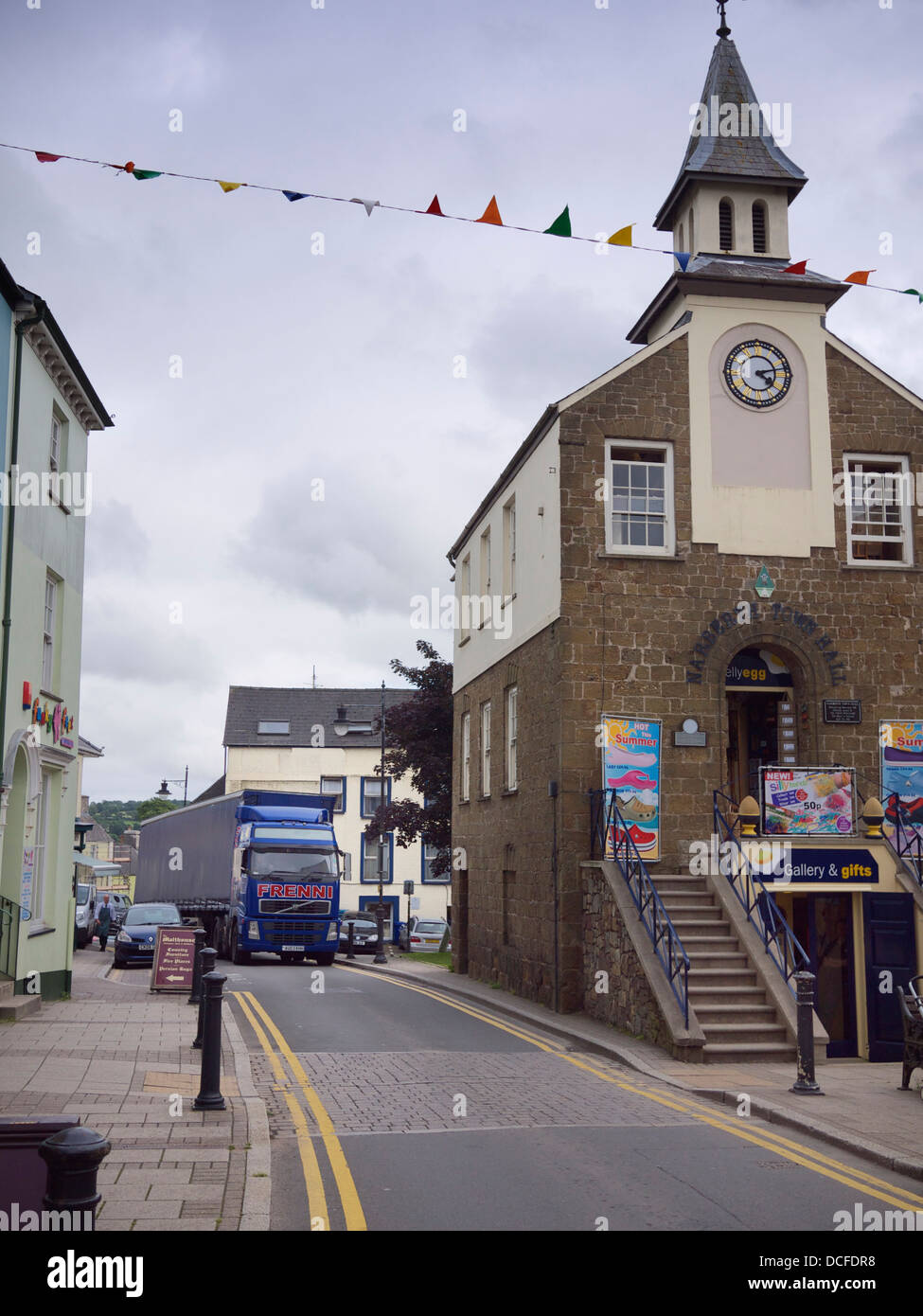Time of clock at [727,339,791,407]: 4:12
